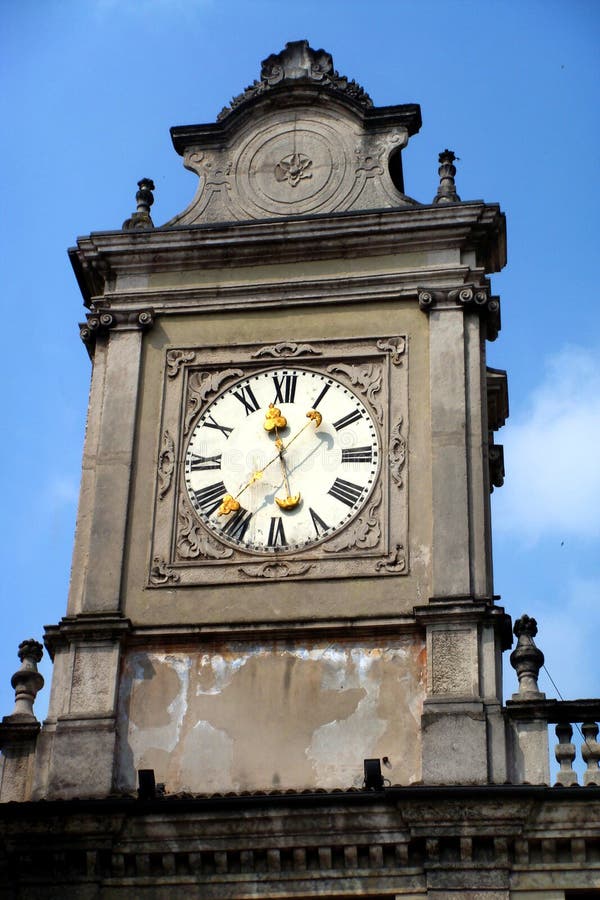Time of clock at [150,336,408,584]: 11:37
